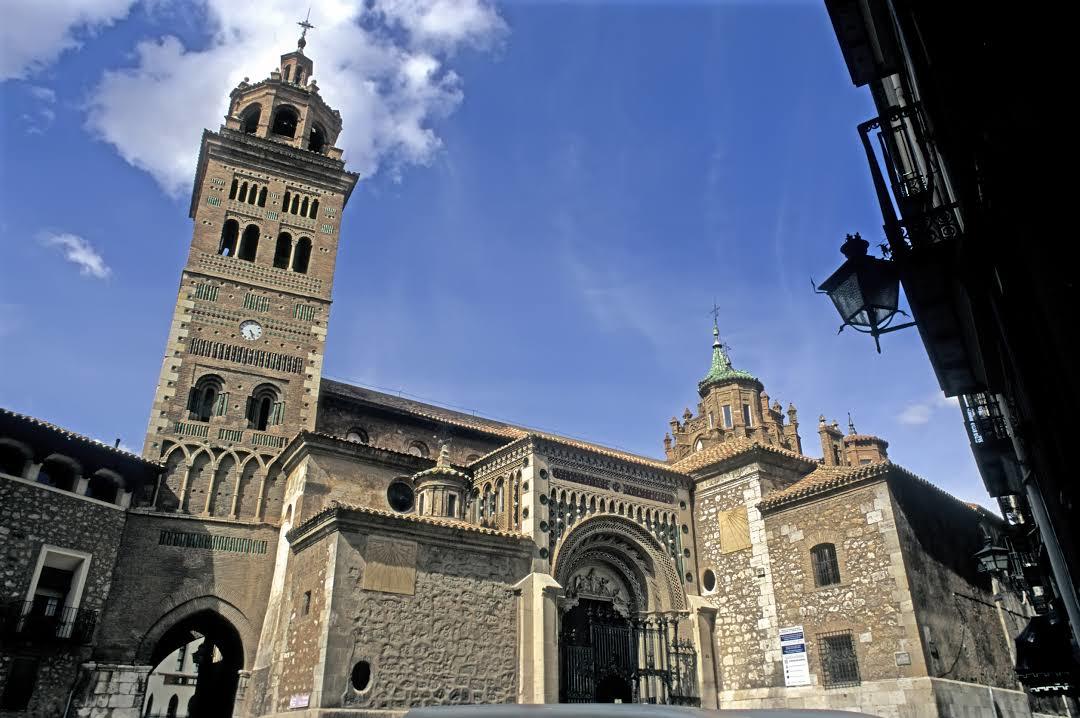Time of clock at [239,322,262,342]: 4:26
